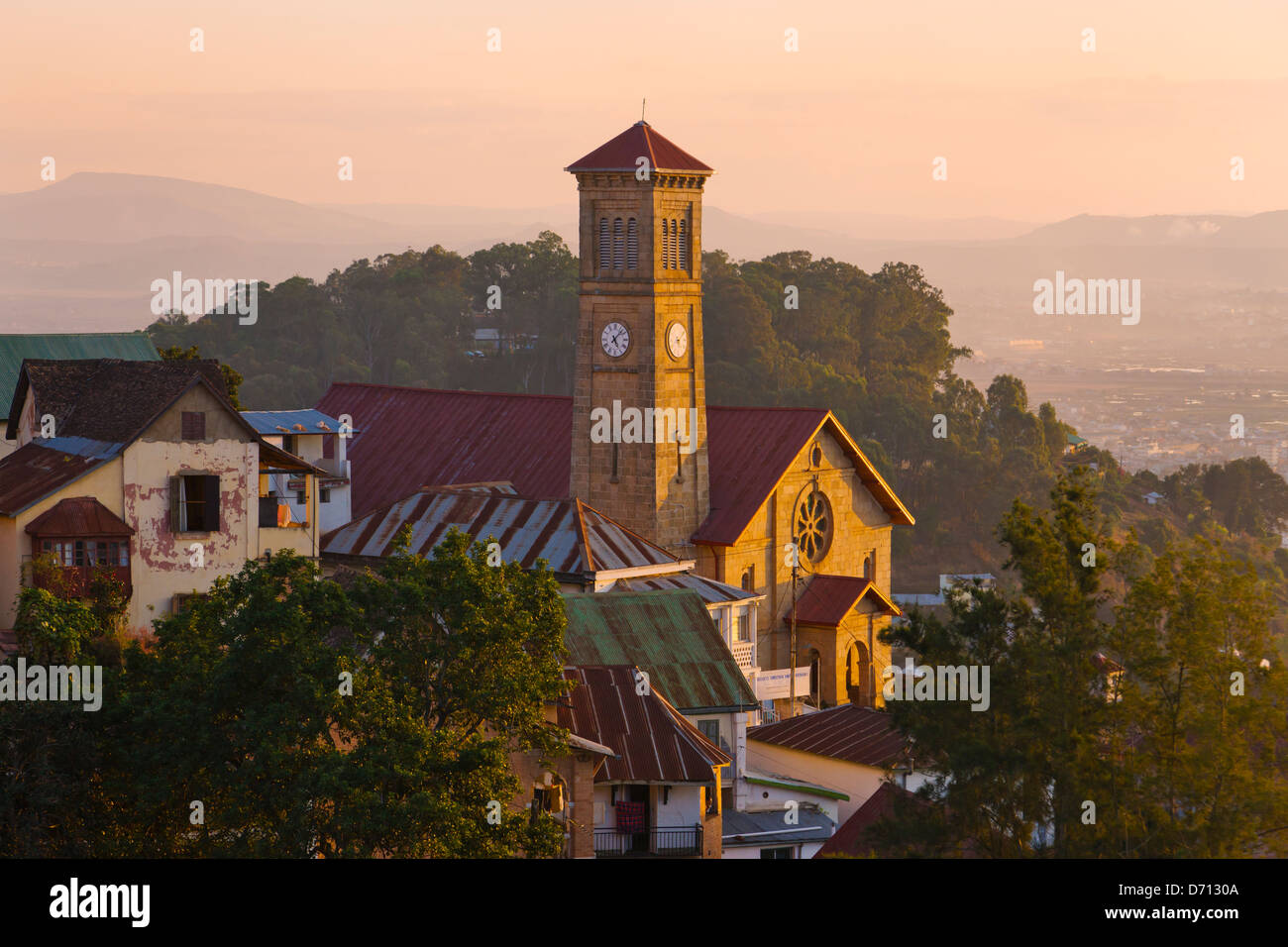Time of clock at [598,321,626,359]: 5:07
